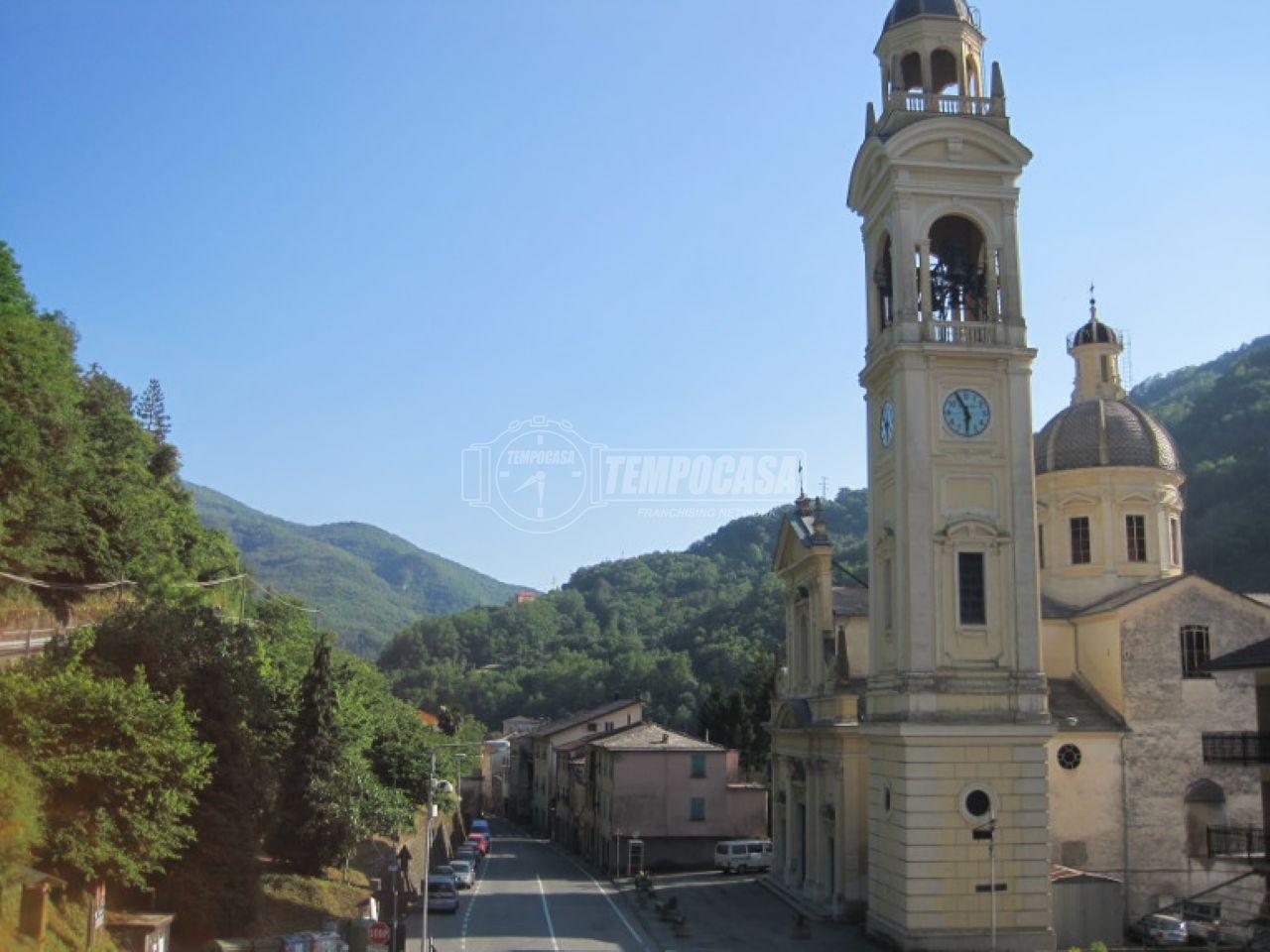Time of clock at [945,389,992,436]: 5:55
